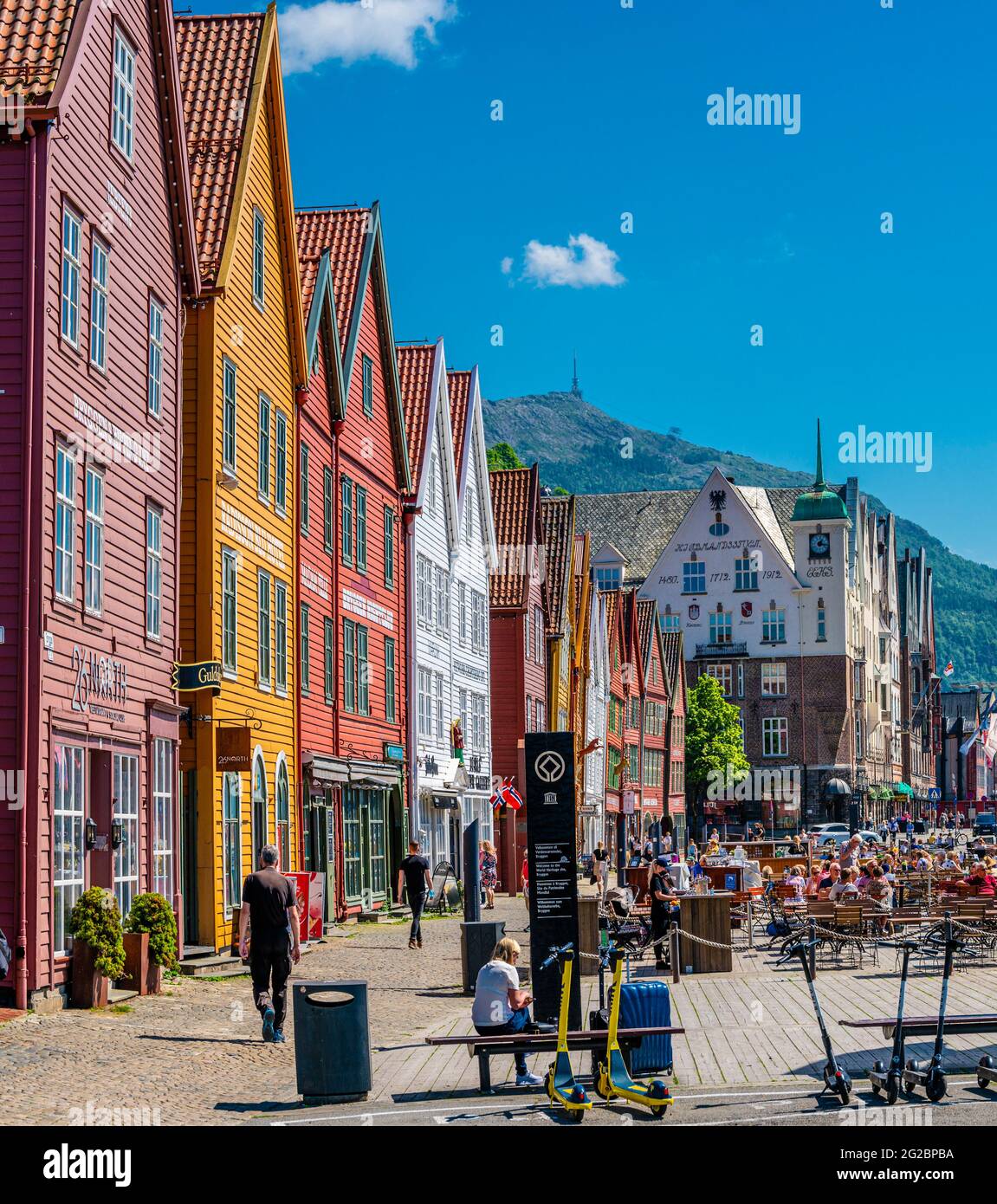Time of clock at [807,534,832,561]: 1:16
